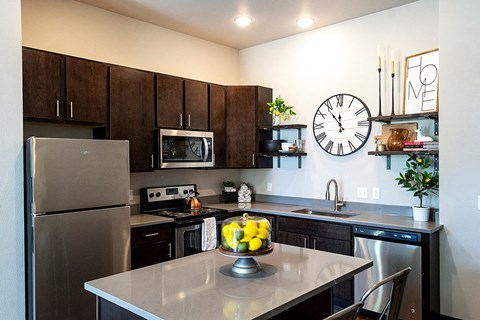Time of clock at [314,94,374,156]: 11:53
